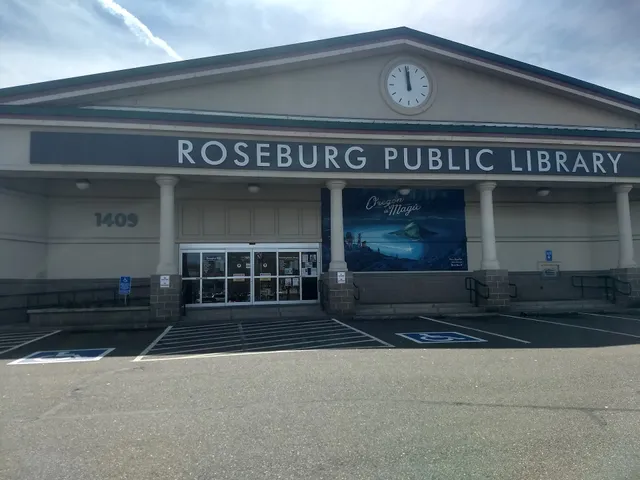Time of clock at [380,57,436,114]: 11:58
